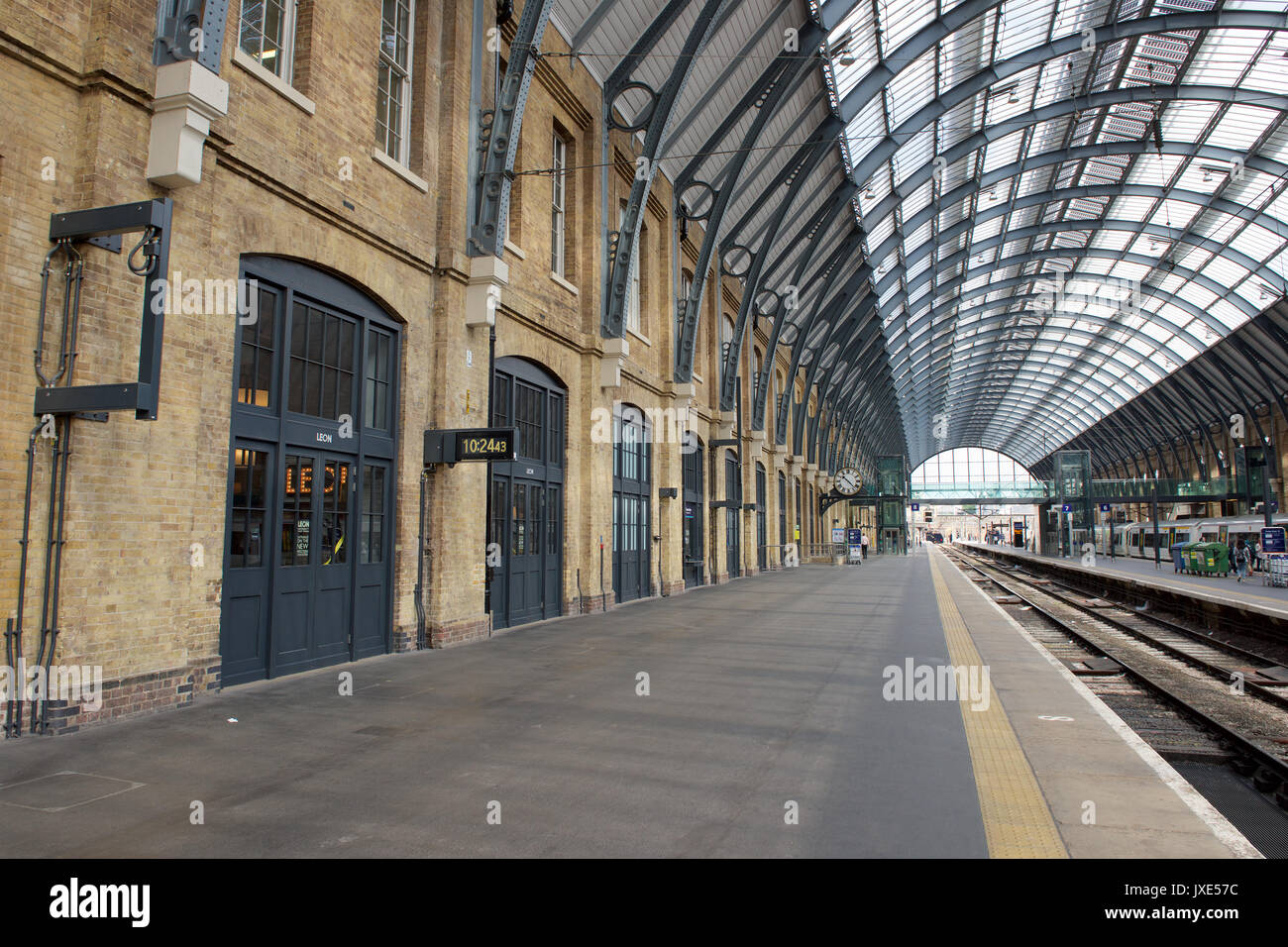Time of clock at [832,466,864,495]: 10:22
